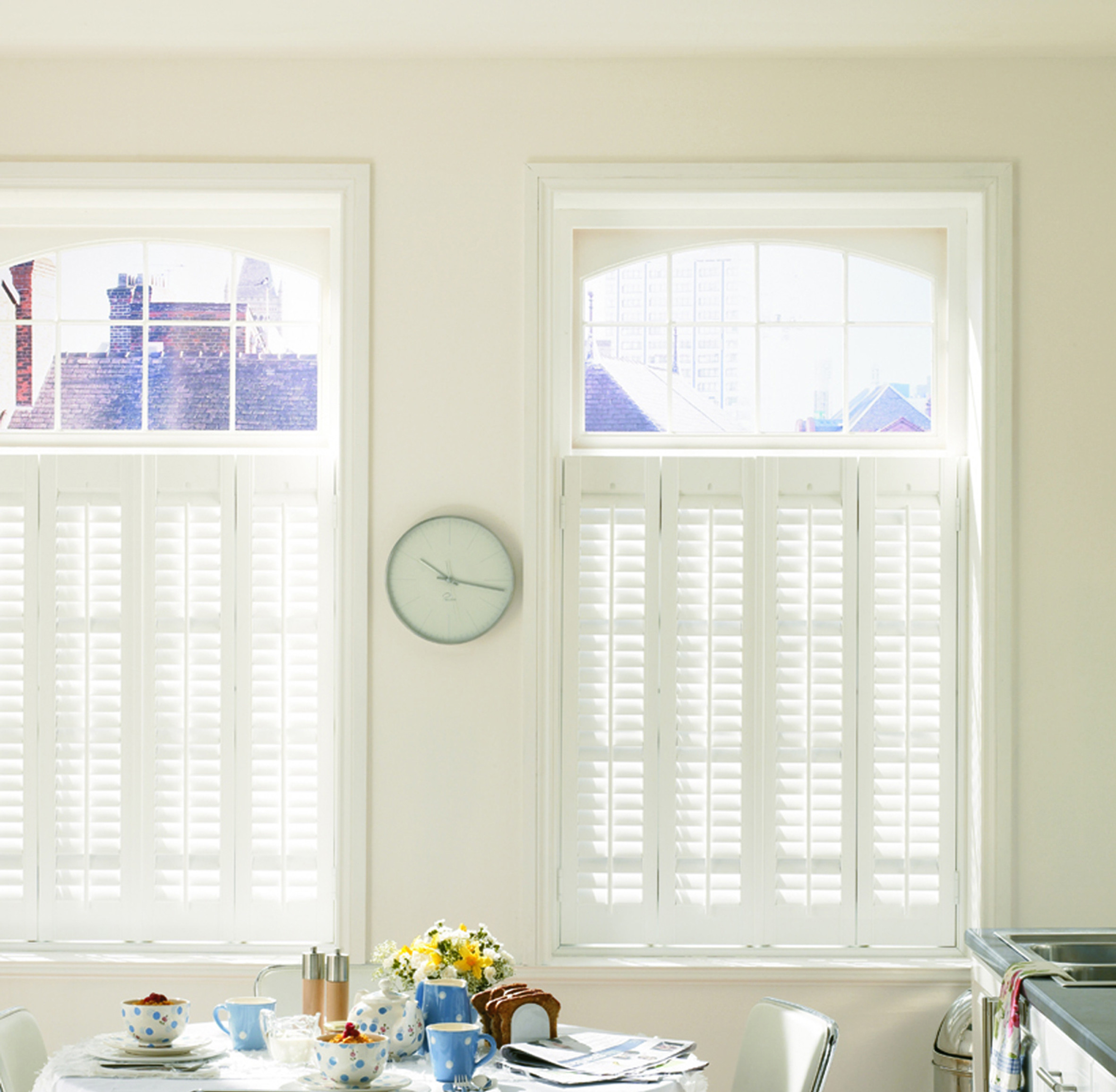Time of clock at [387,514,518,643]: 10:16
